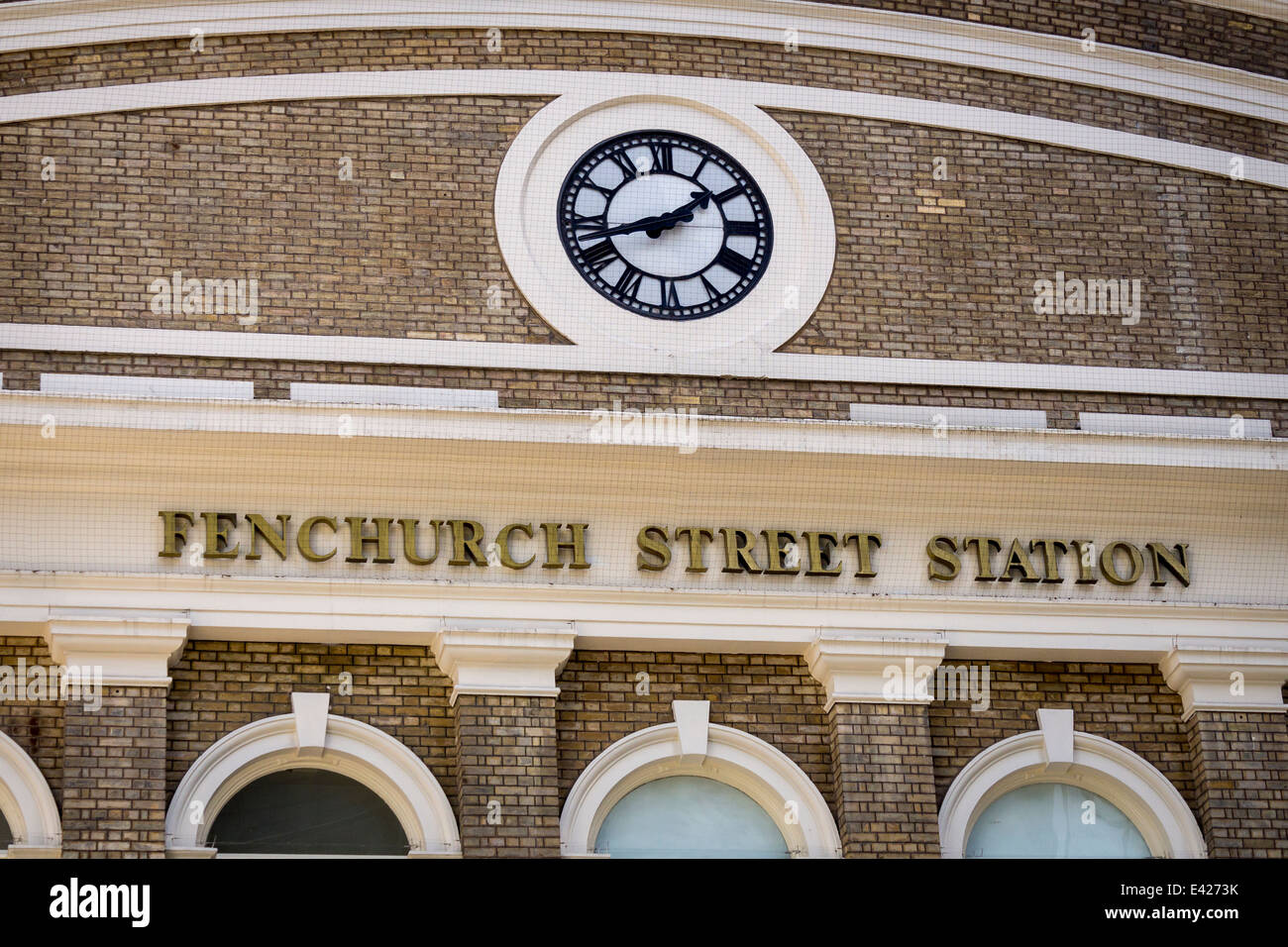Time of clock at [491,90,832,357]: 1:41
